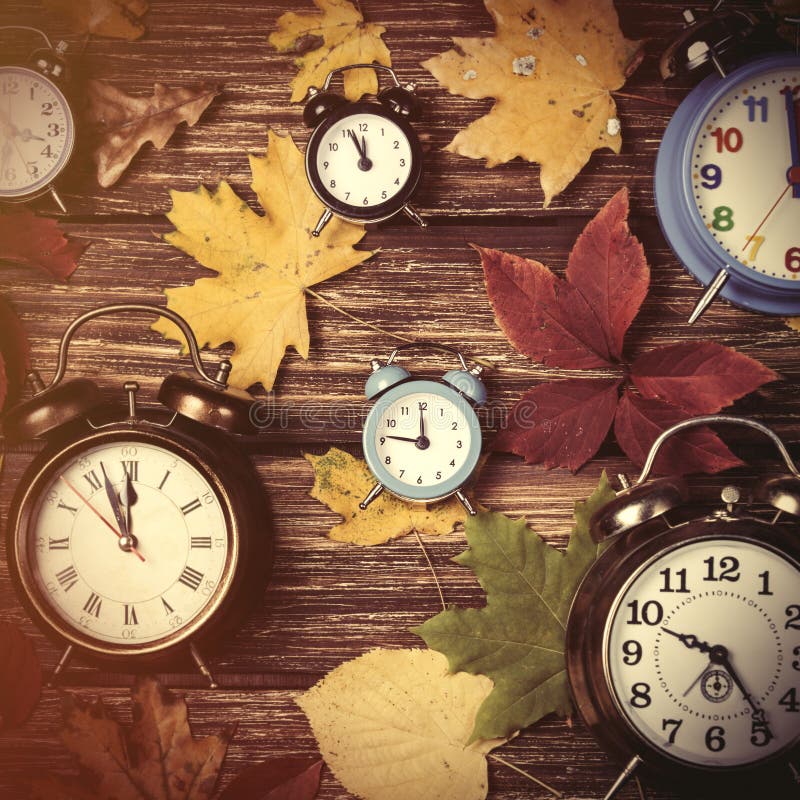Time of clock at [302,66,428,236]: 11:56
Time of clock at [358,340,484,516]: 11:46
